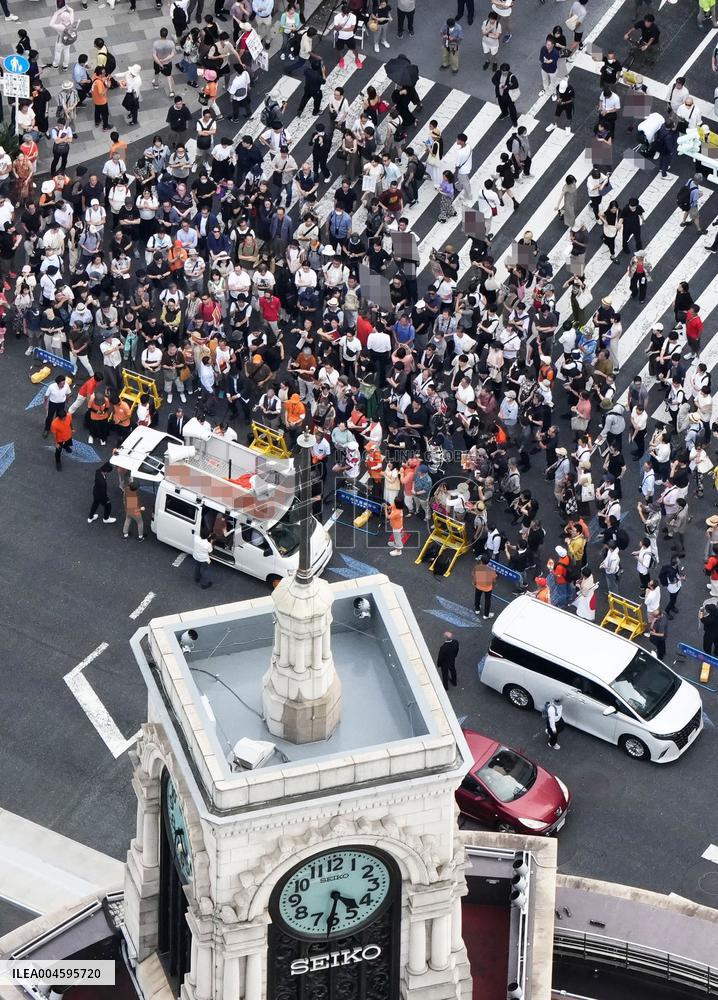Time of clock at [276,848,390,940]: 4:31
